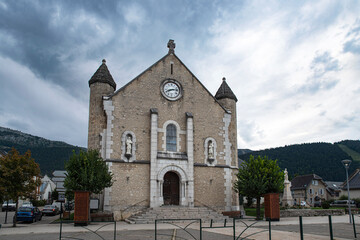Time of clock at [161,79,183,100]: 8:13
